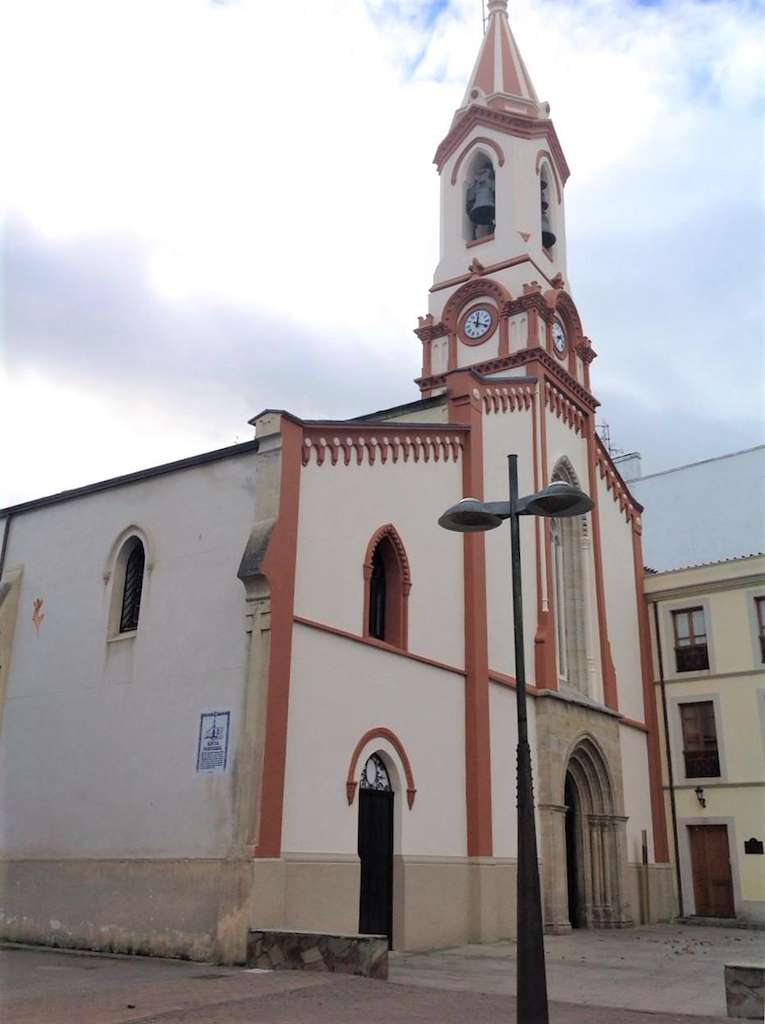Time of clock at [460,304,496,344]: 12:18
